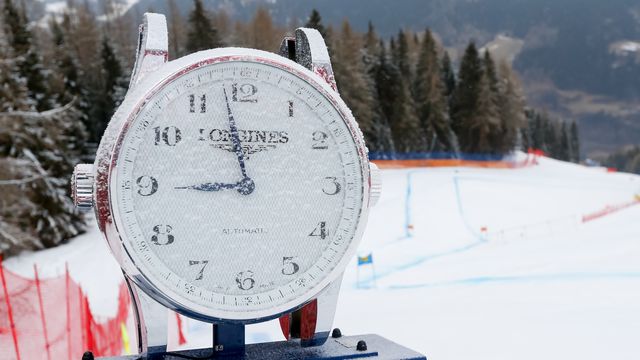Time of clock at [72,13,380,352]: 8:58
